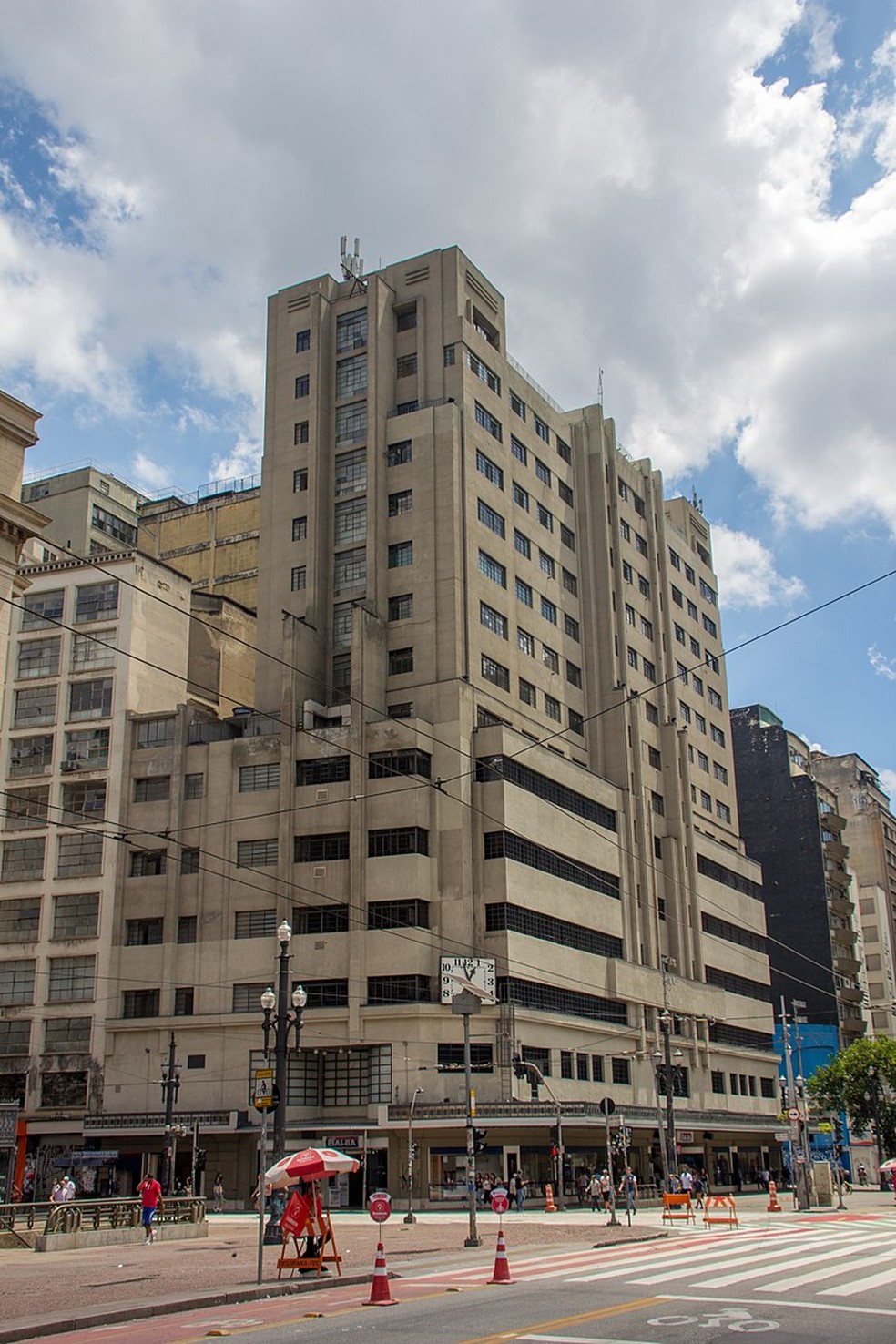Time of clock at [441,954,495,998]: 12:57
